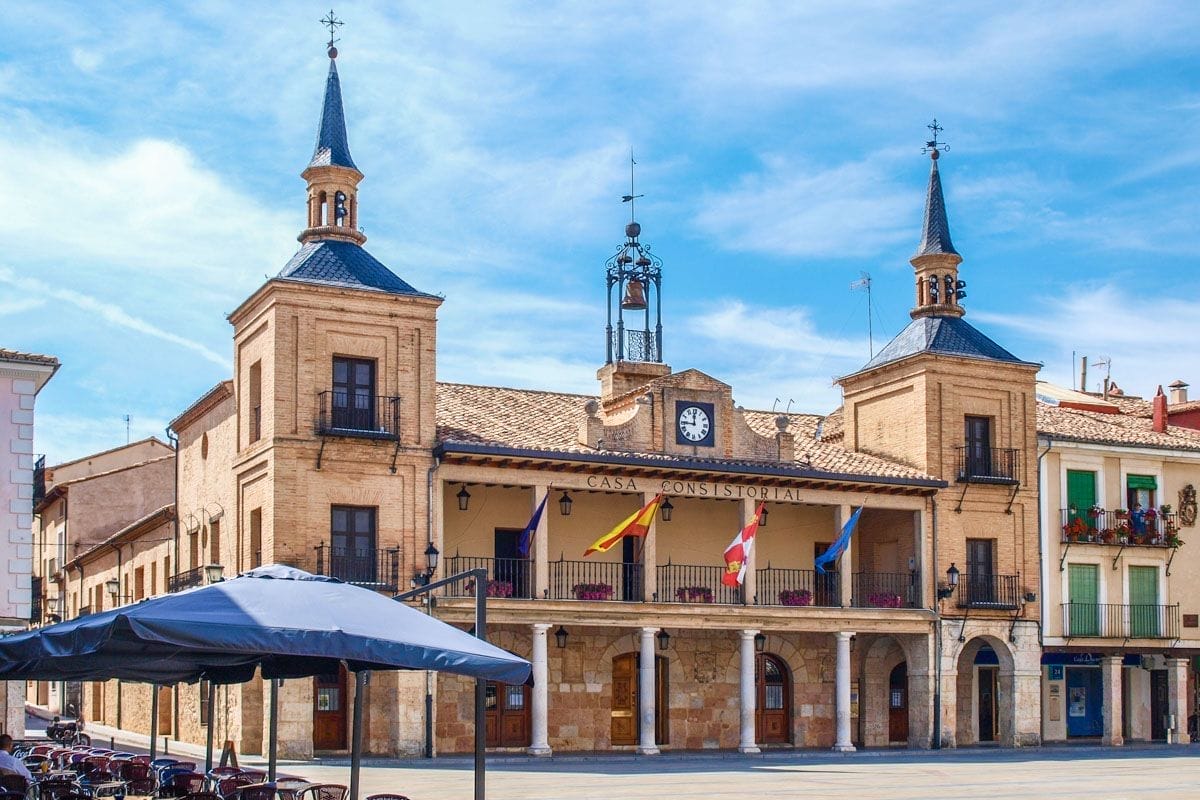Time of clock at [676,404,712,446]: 11:44
